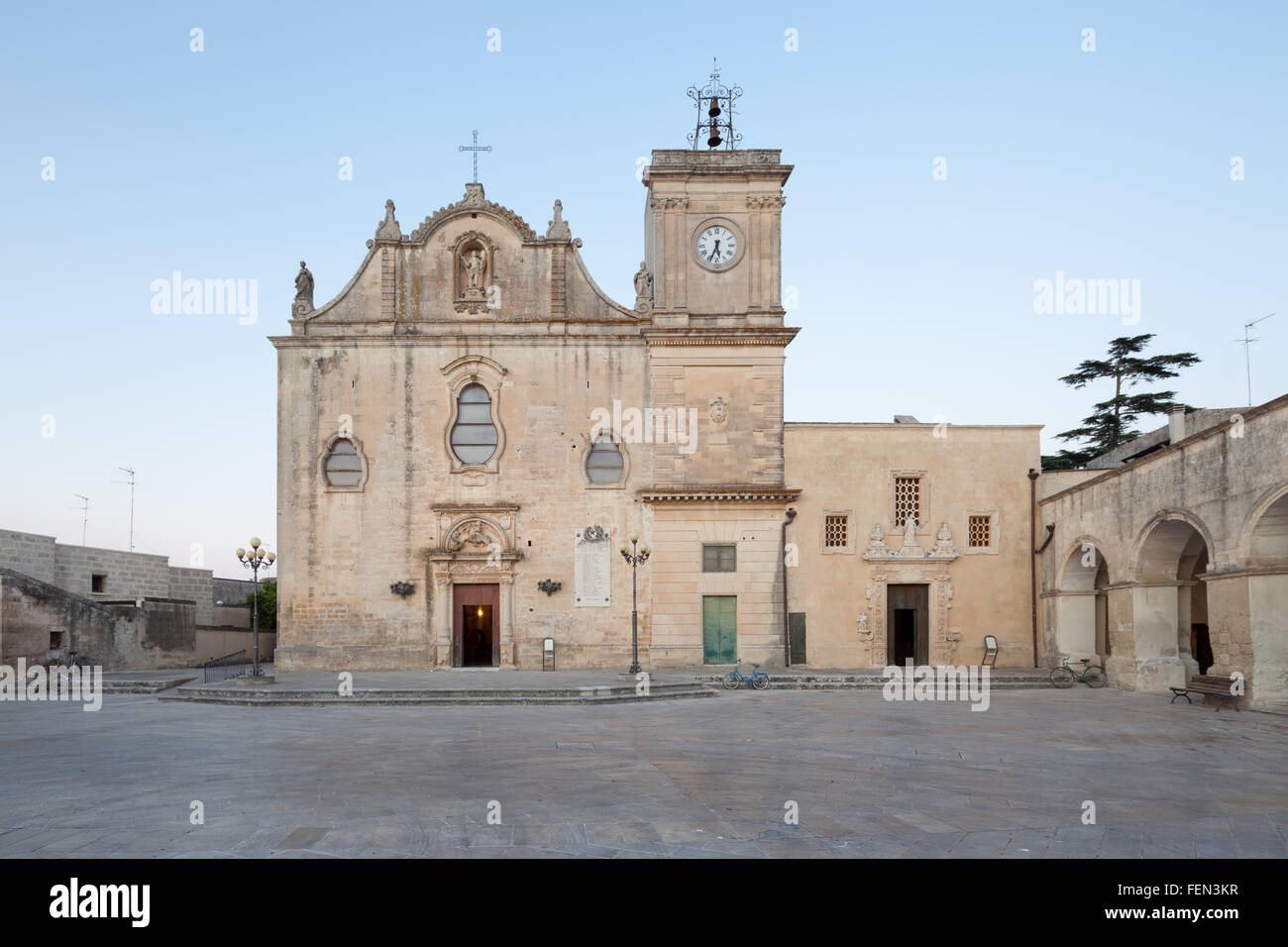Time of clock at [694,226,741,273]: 5:33
